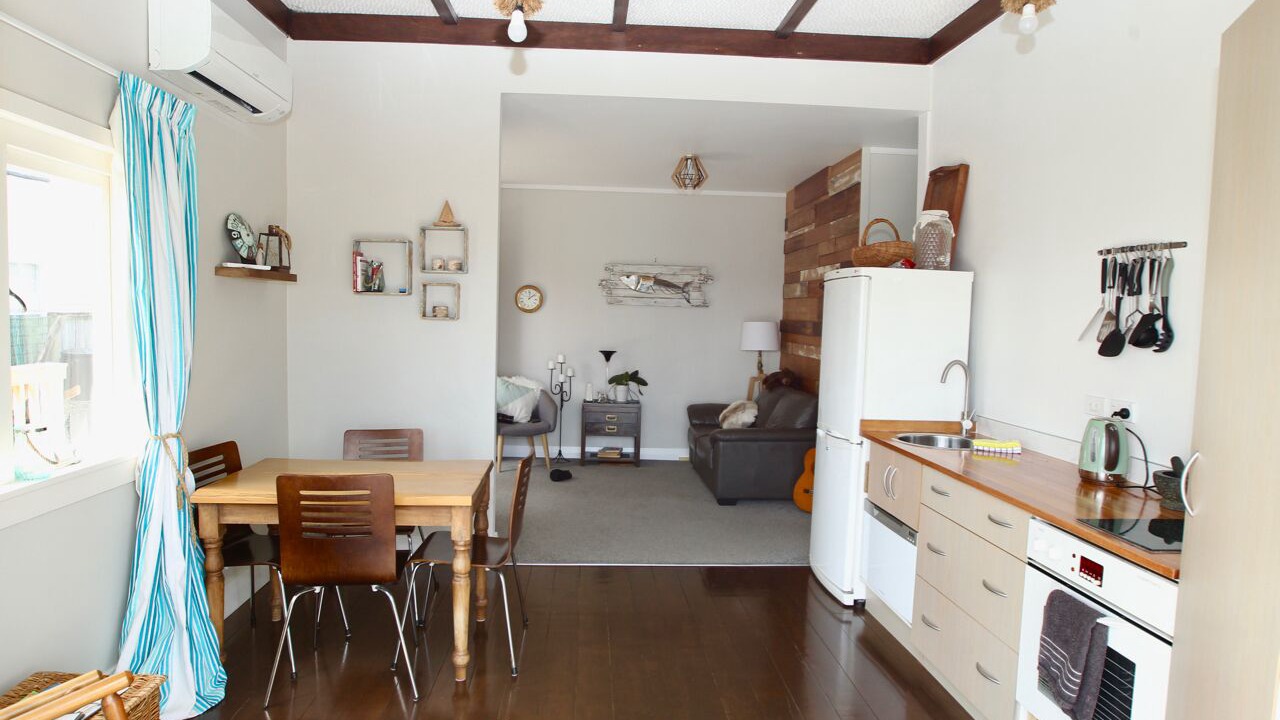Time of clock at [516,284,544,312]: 12:07
